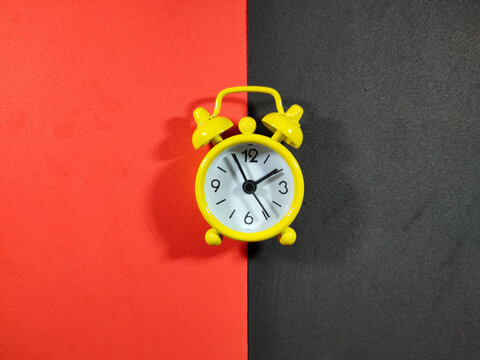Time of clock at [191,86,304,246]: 1:55
